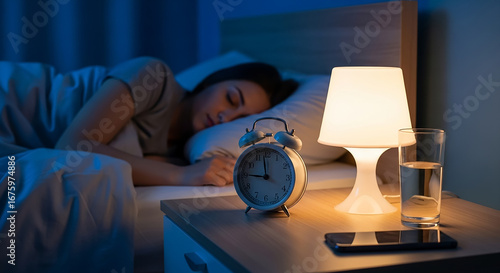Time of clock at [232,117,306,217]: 11:45
